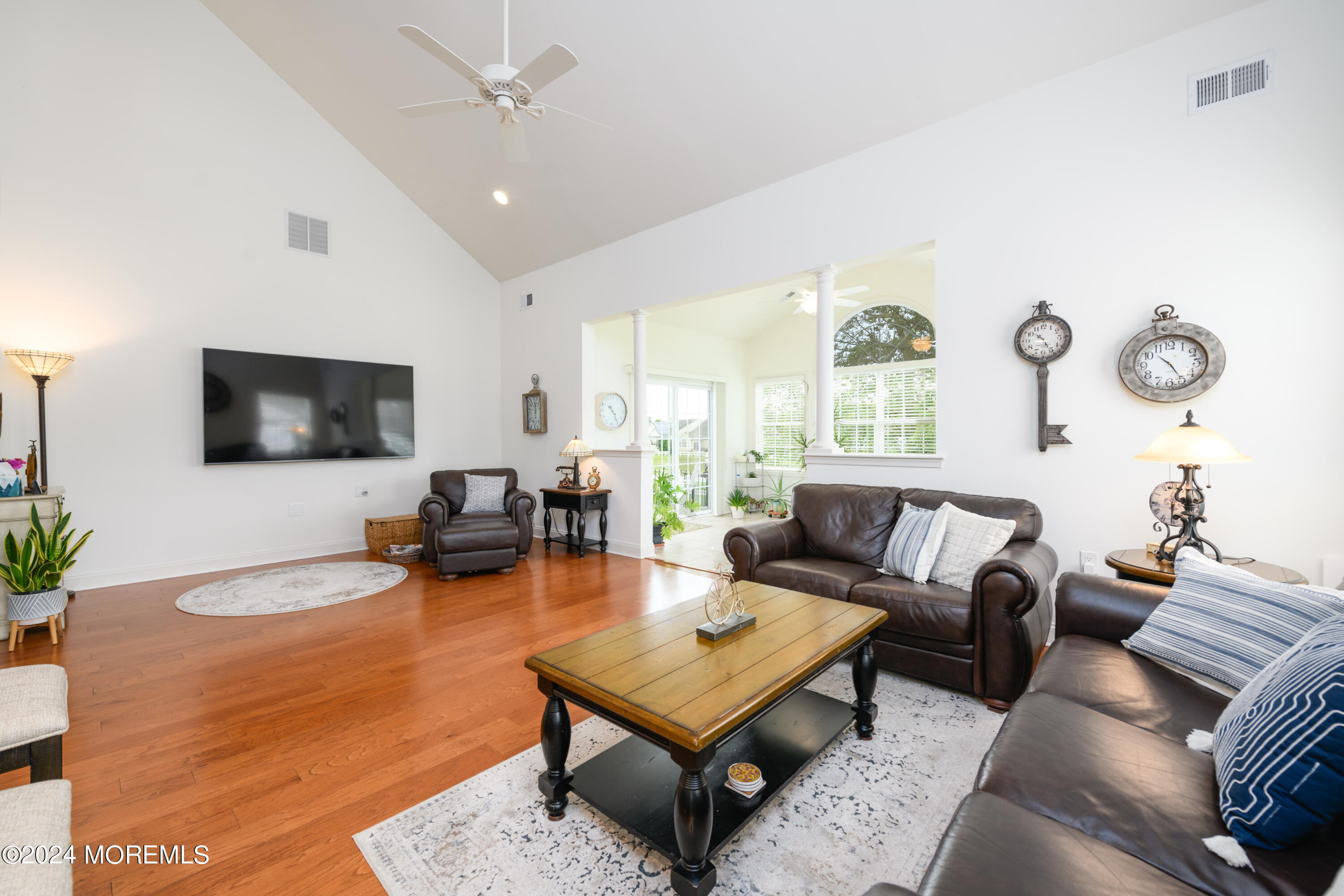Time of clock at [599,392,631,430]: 10:24
